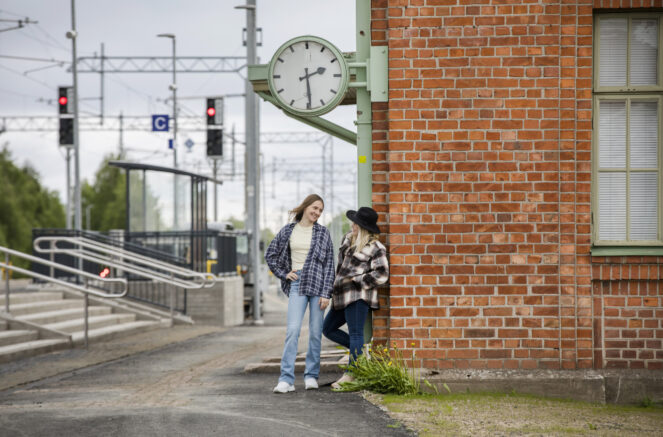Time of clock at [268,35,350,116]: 2:29
